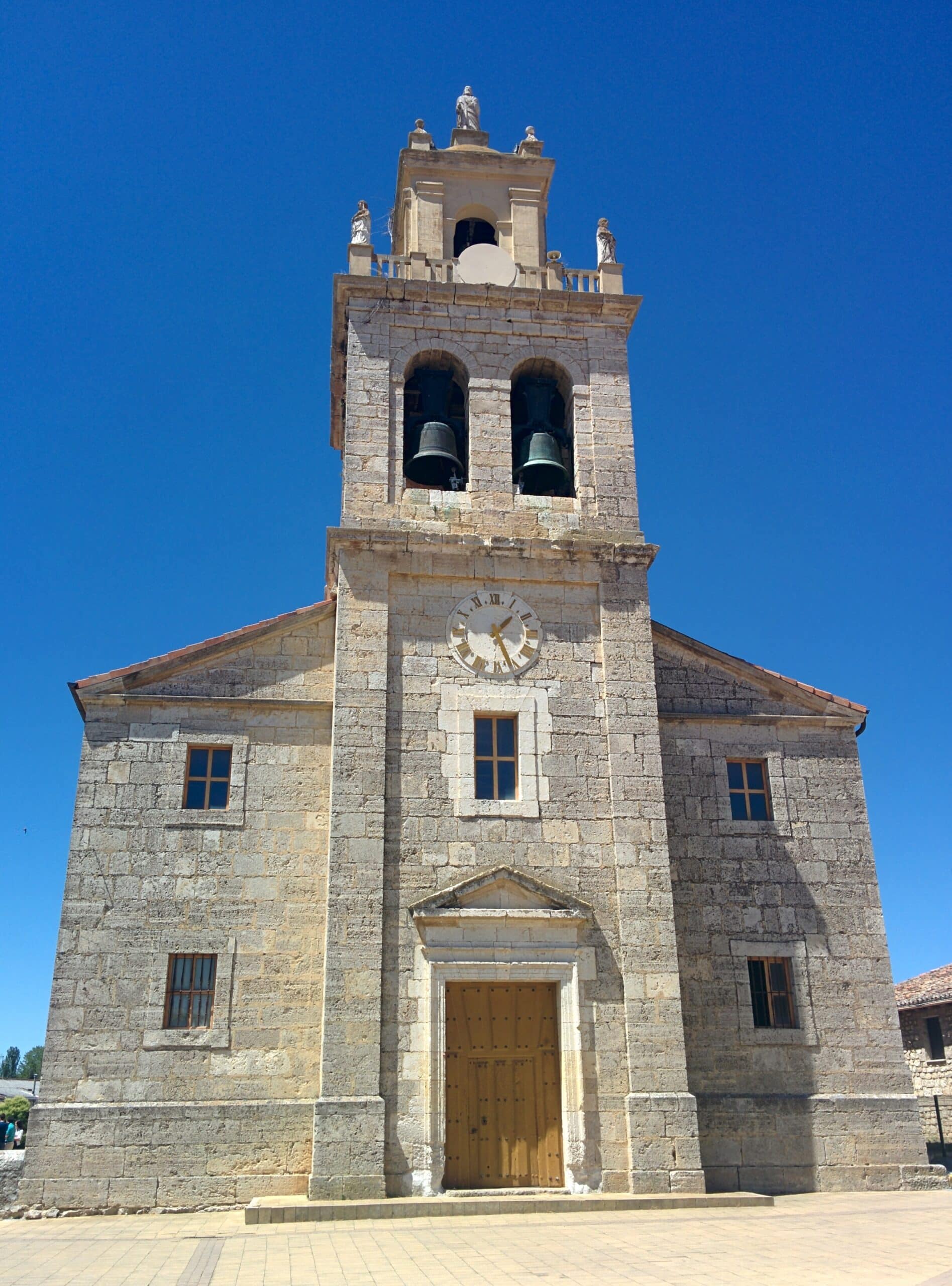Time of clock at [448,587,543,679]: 1:26
